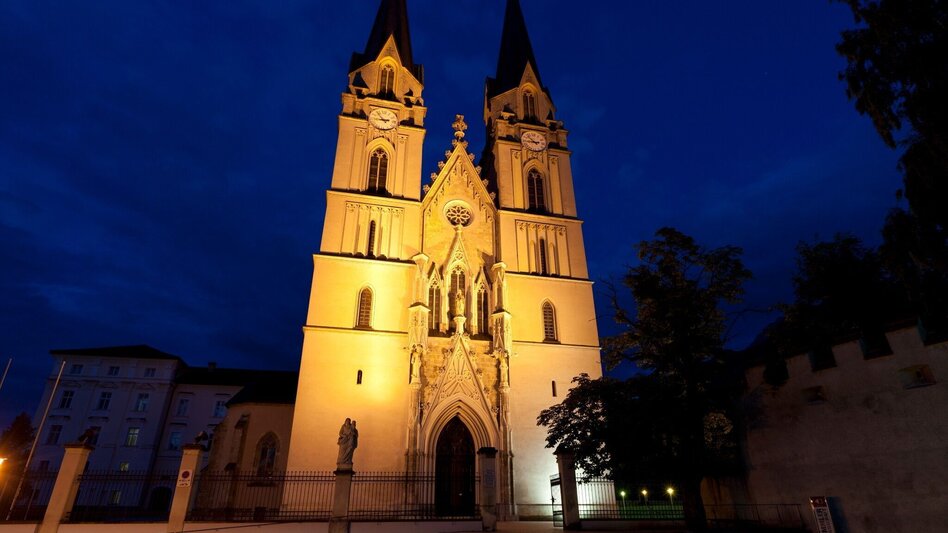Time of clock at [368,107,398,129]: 8:53
